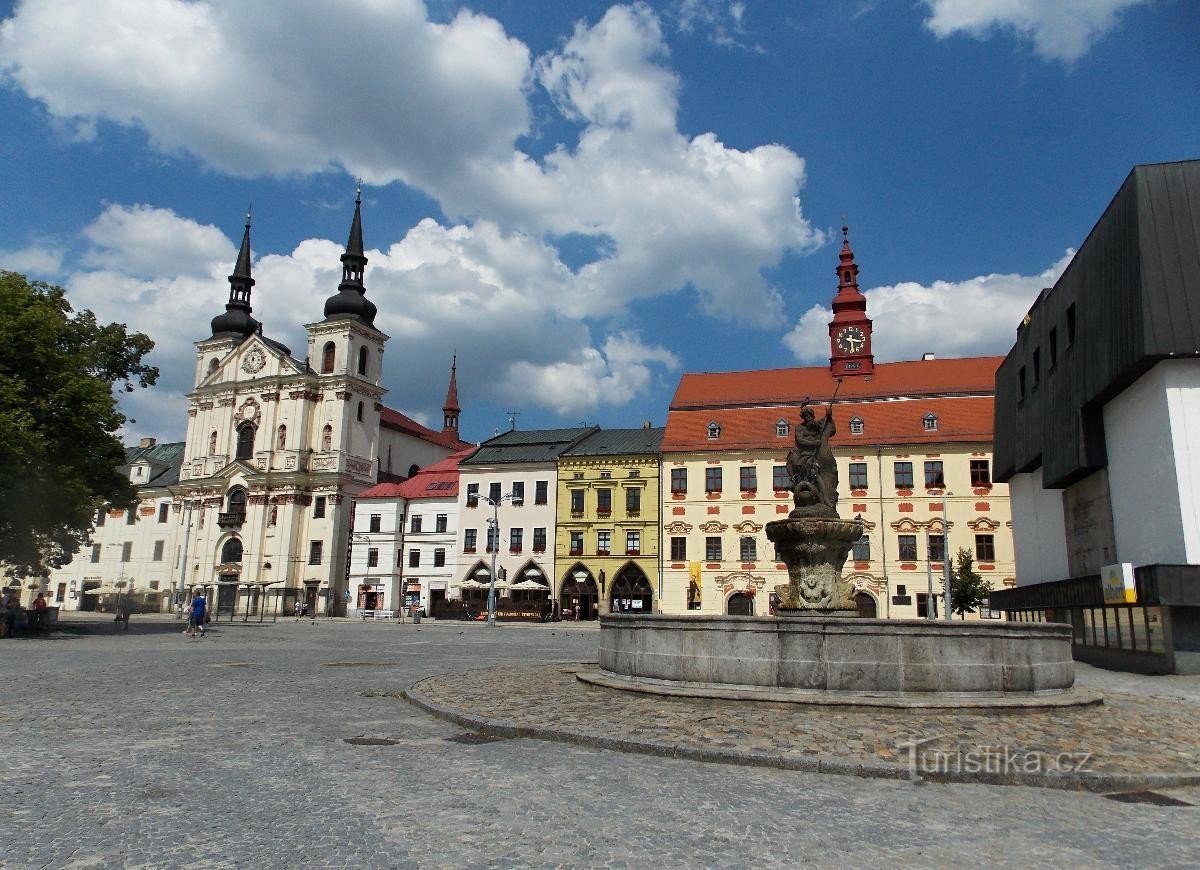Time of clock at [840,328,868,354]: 3:29
